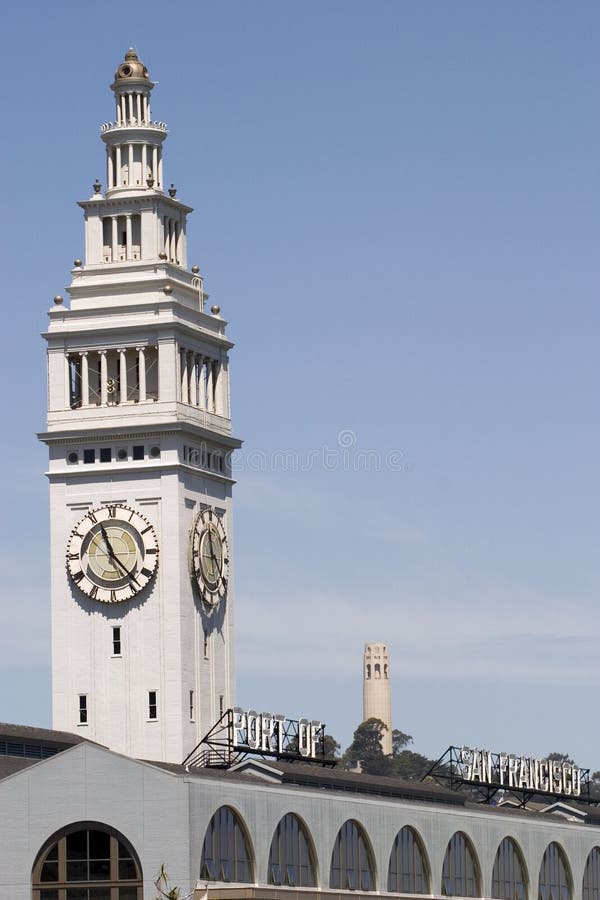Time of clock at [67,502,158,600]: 11:22
